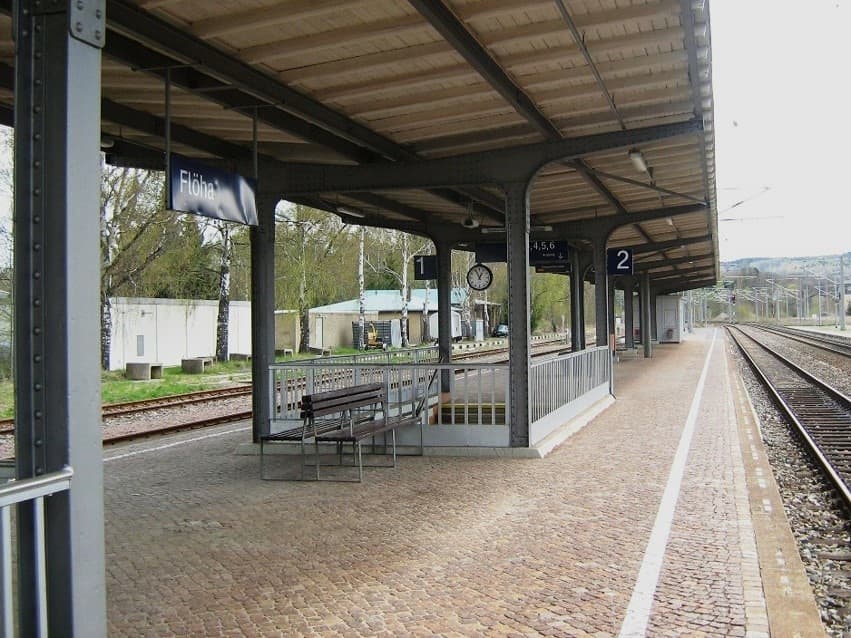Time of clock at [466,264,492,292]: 12:55
